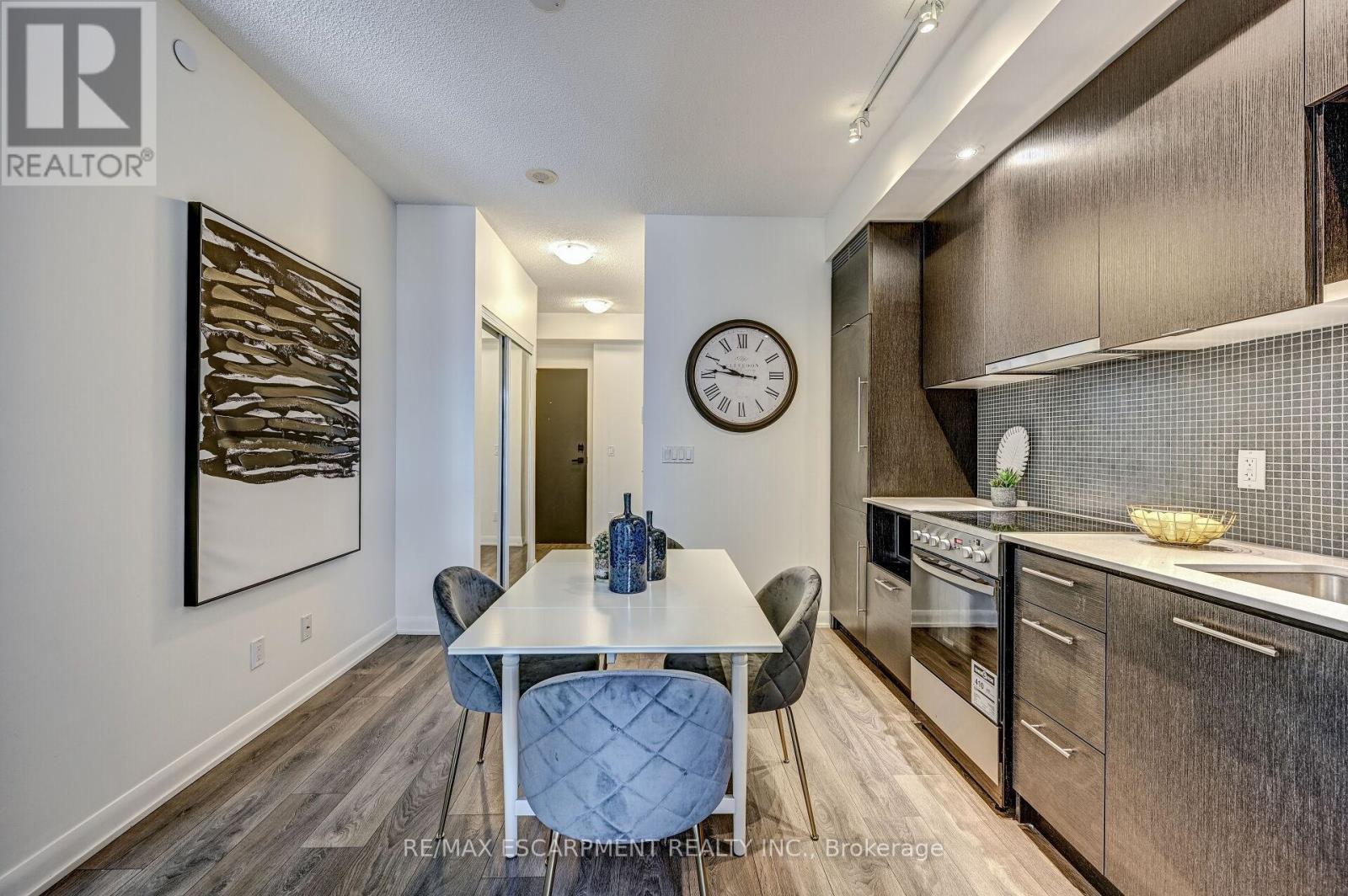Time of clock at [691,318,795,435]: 9:45
